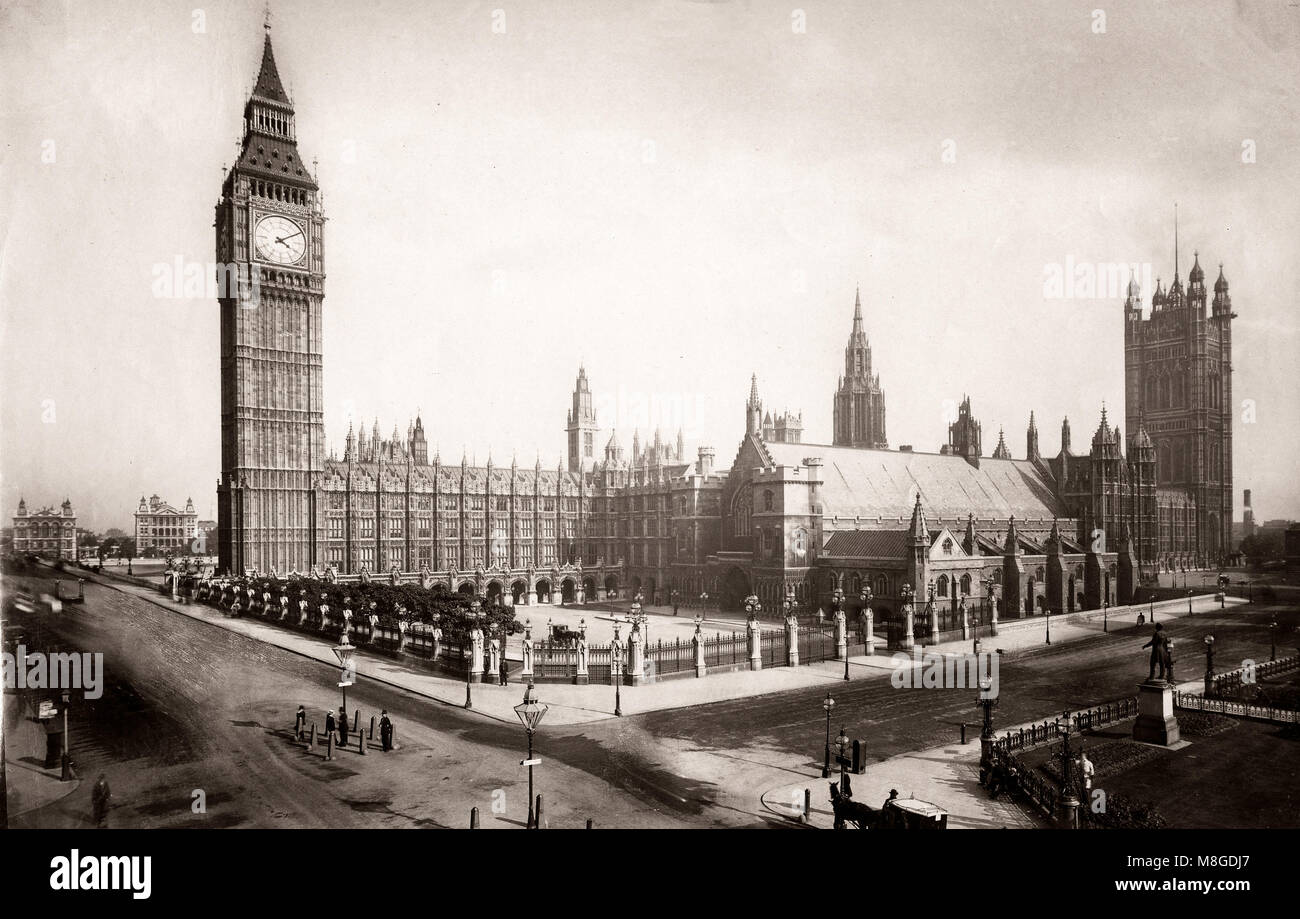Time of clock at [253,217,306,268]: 4:09
